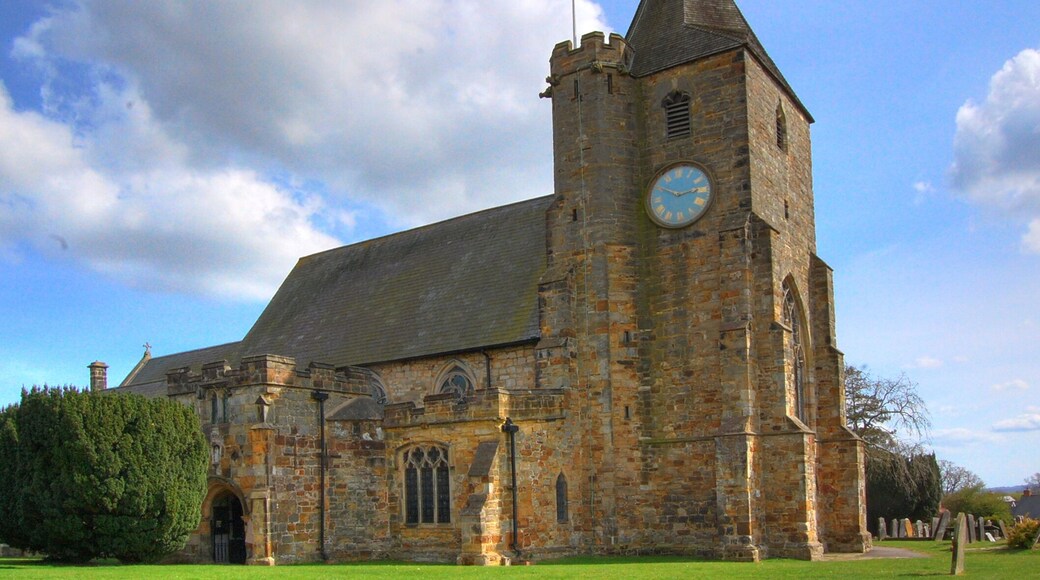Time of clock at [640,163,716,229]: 2:50
